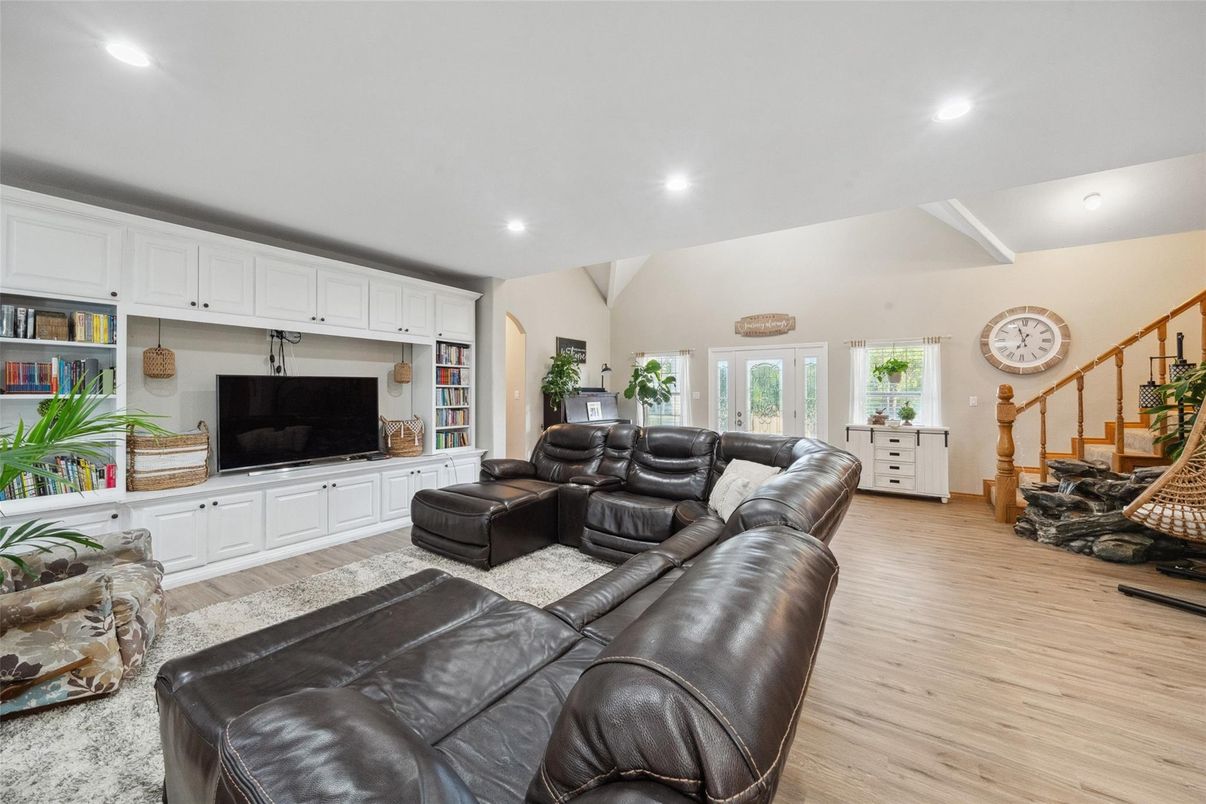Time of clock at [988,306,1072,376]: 6:56
